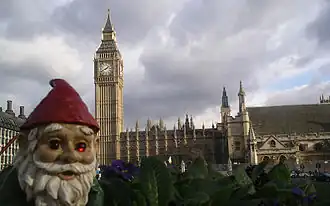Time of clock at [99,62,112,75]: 1:41
